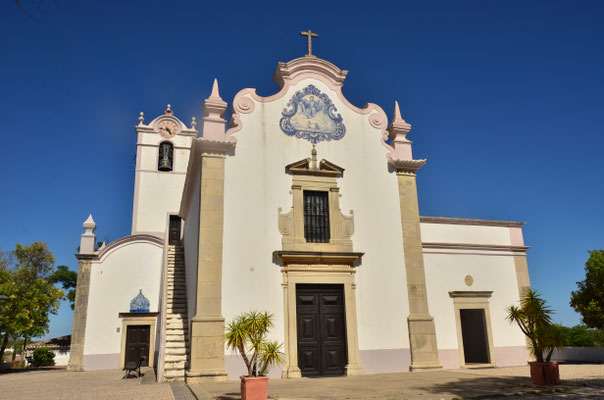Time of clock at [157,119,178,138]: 4:46
